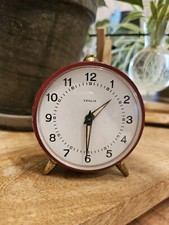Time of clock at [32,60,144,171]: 1:30
